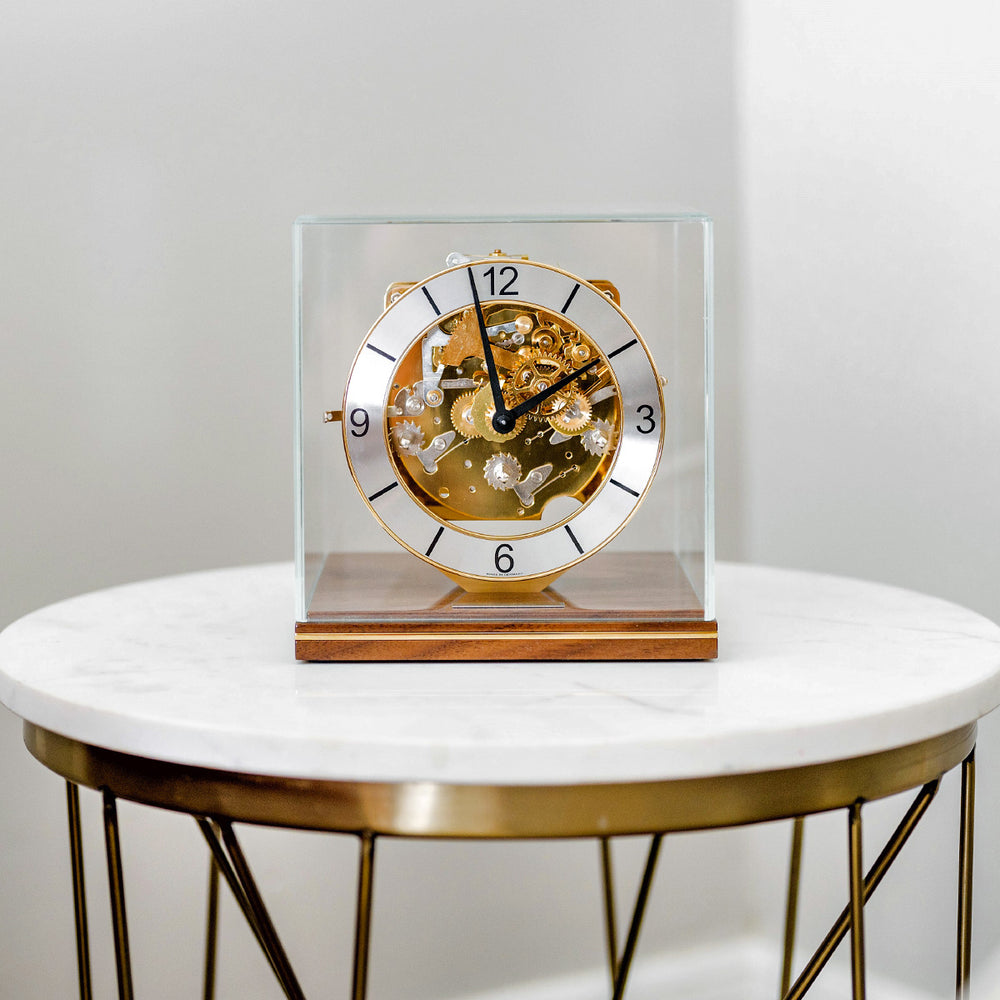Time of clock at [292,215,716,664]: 1:58
